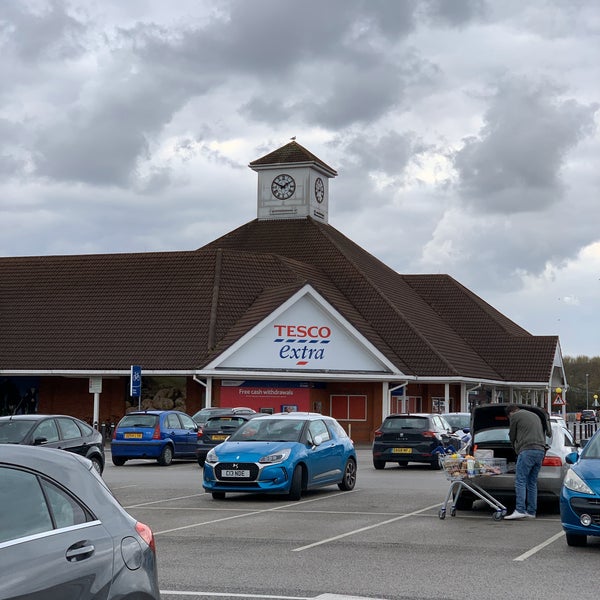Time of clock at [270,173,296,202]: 1:49
